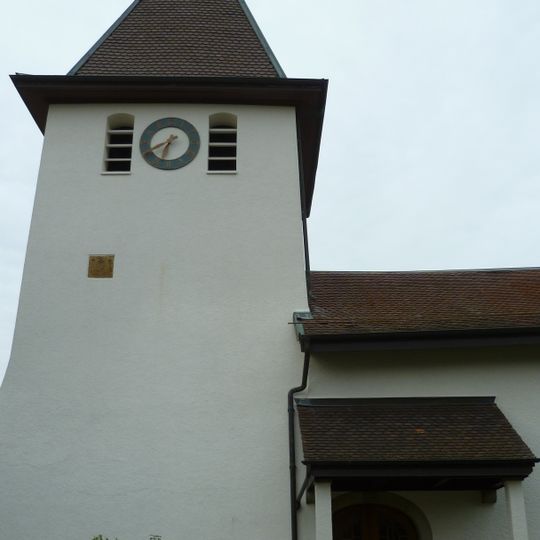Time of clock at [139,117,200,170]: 6:40
